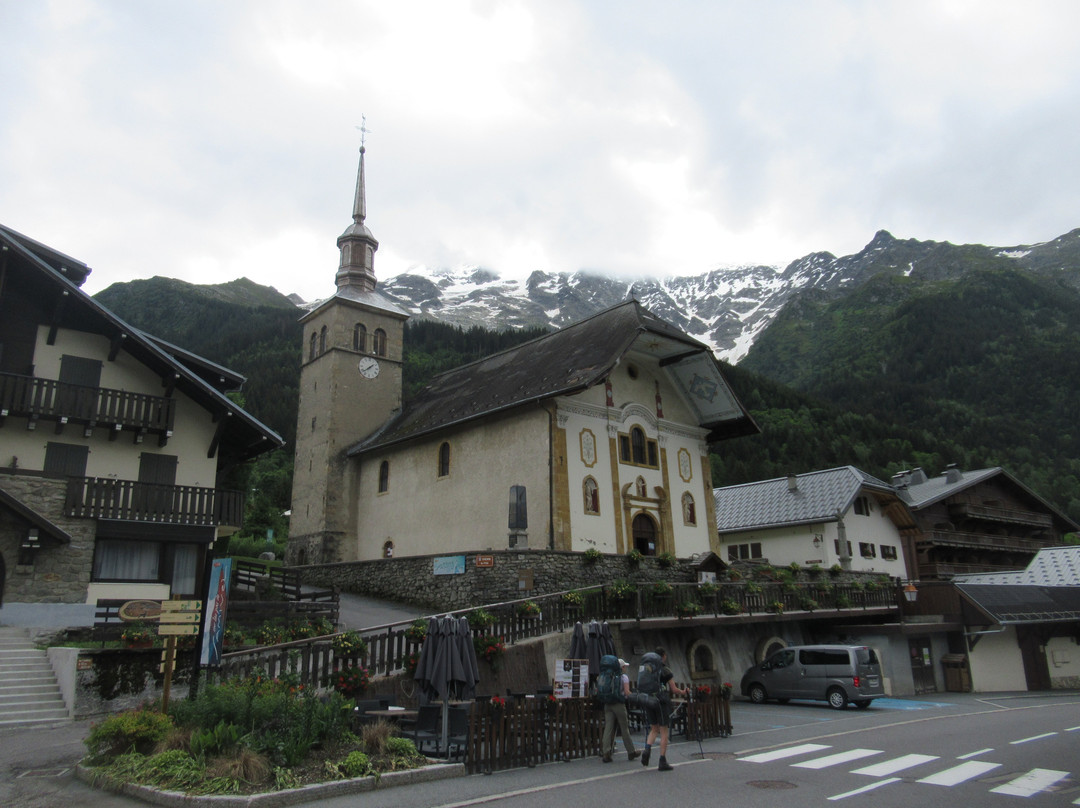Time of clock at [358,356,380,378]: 1:38
